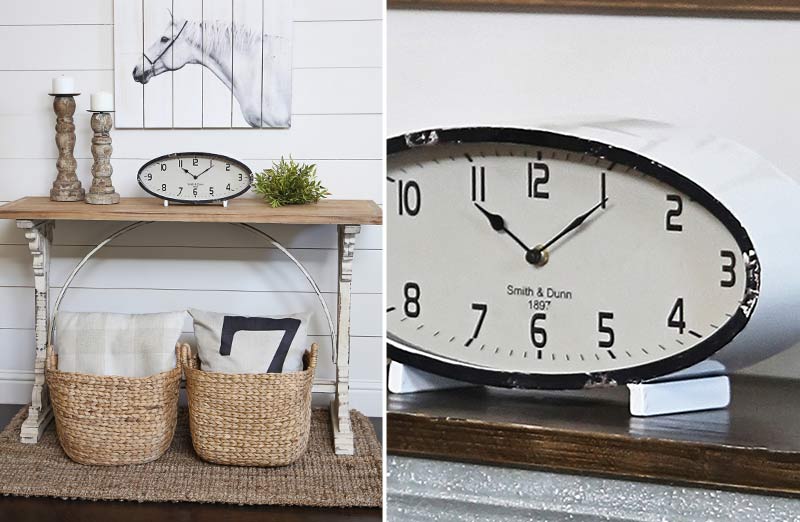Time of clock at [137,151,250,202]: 11:07
